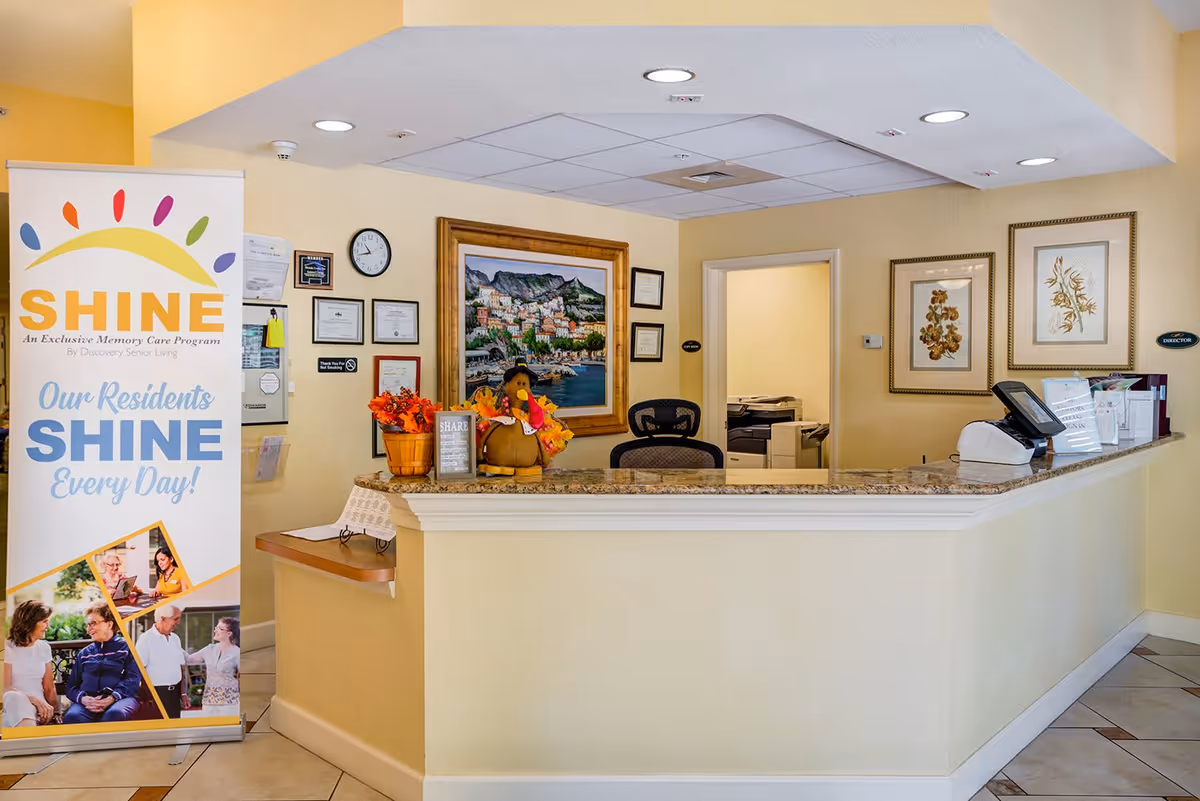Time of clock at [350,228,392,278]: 10:42
